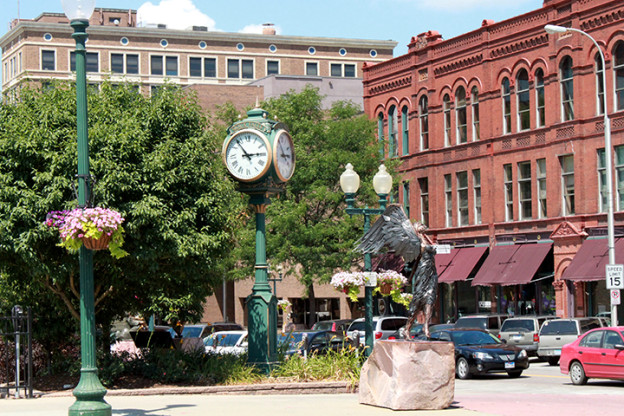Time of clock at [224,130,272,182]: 2:53
